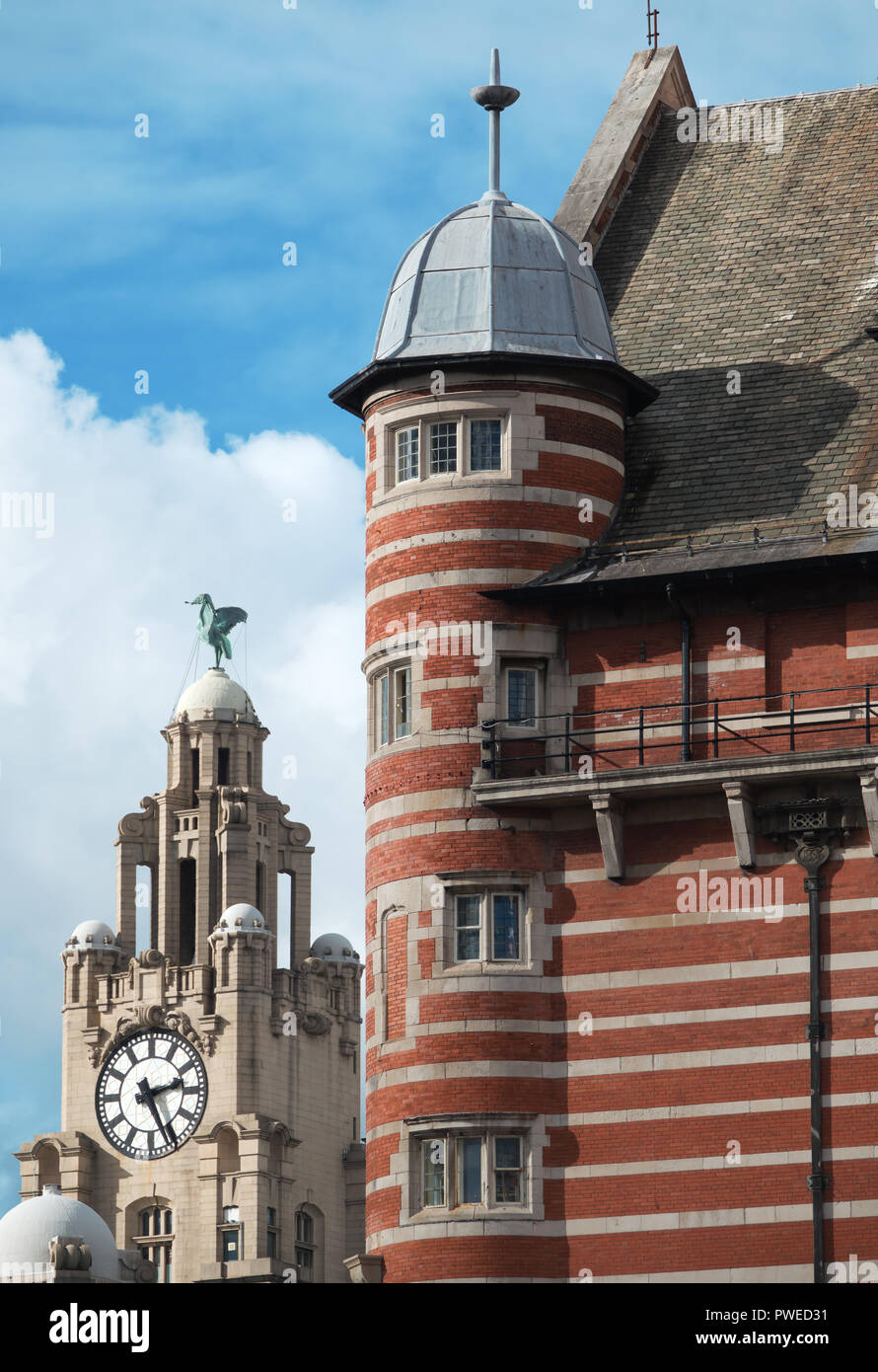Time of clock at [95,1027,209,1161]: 2:25
